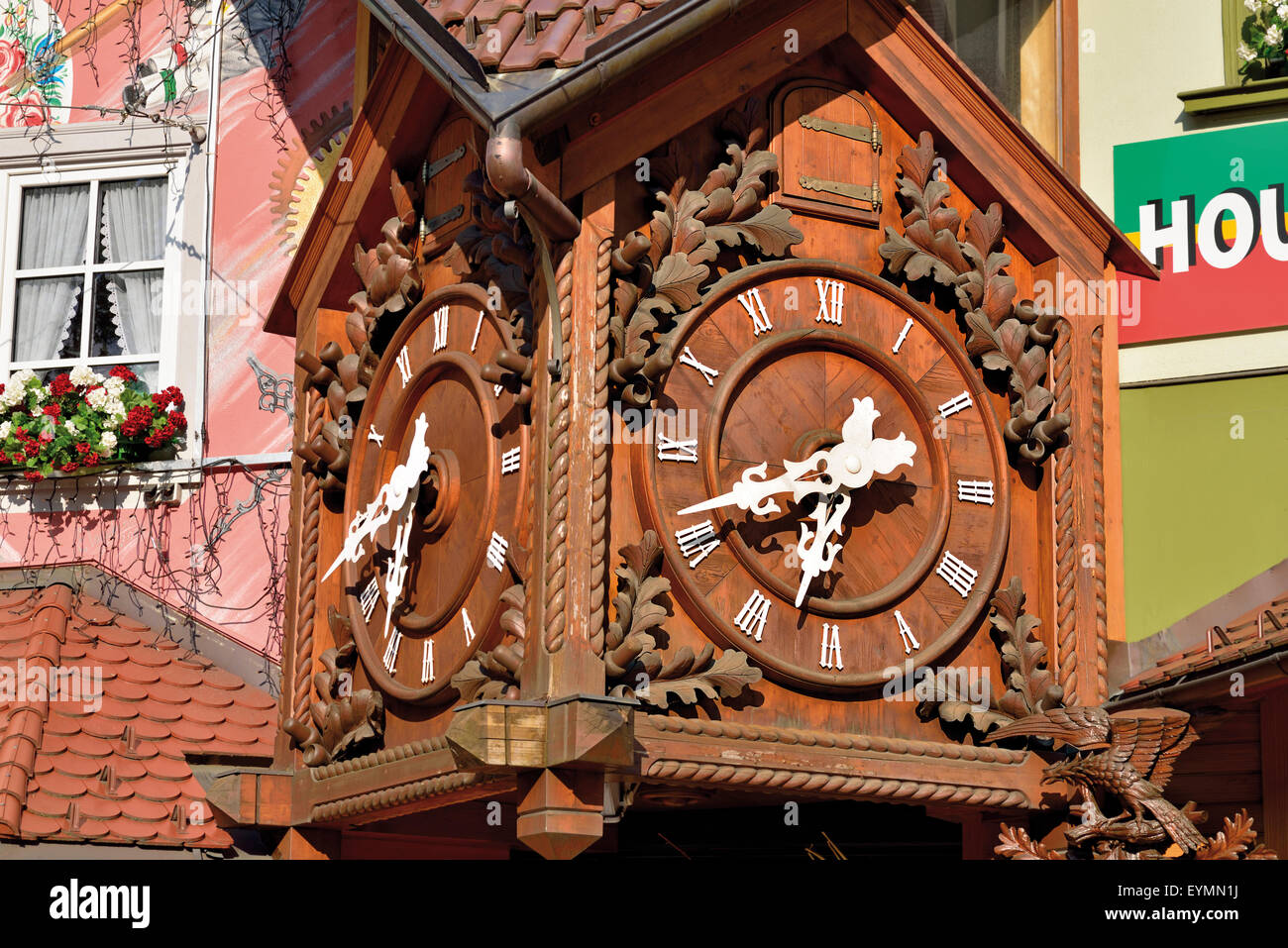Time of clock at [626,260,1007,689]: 6:41
